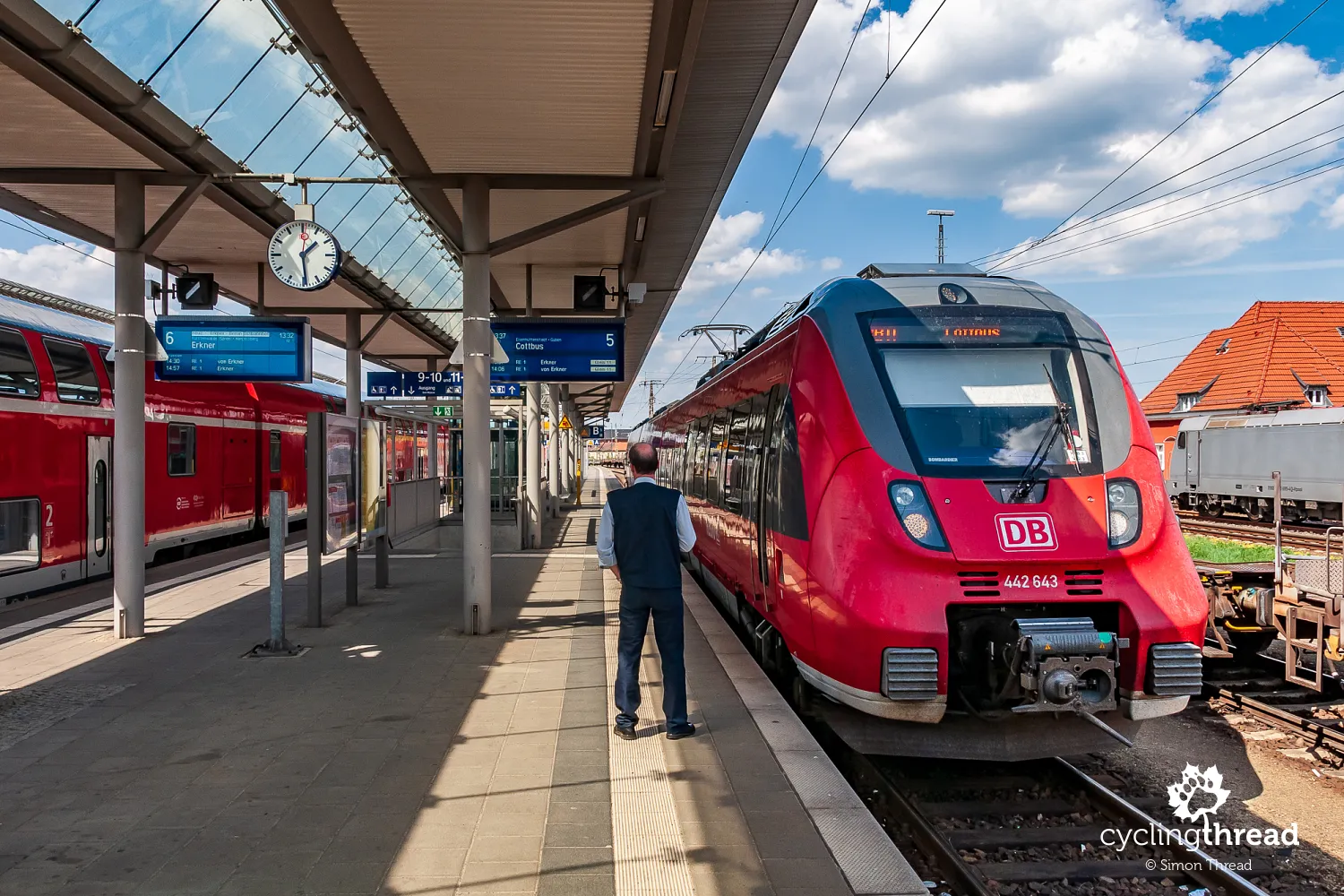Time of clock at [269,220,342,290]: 1:29
